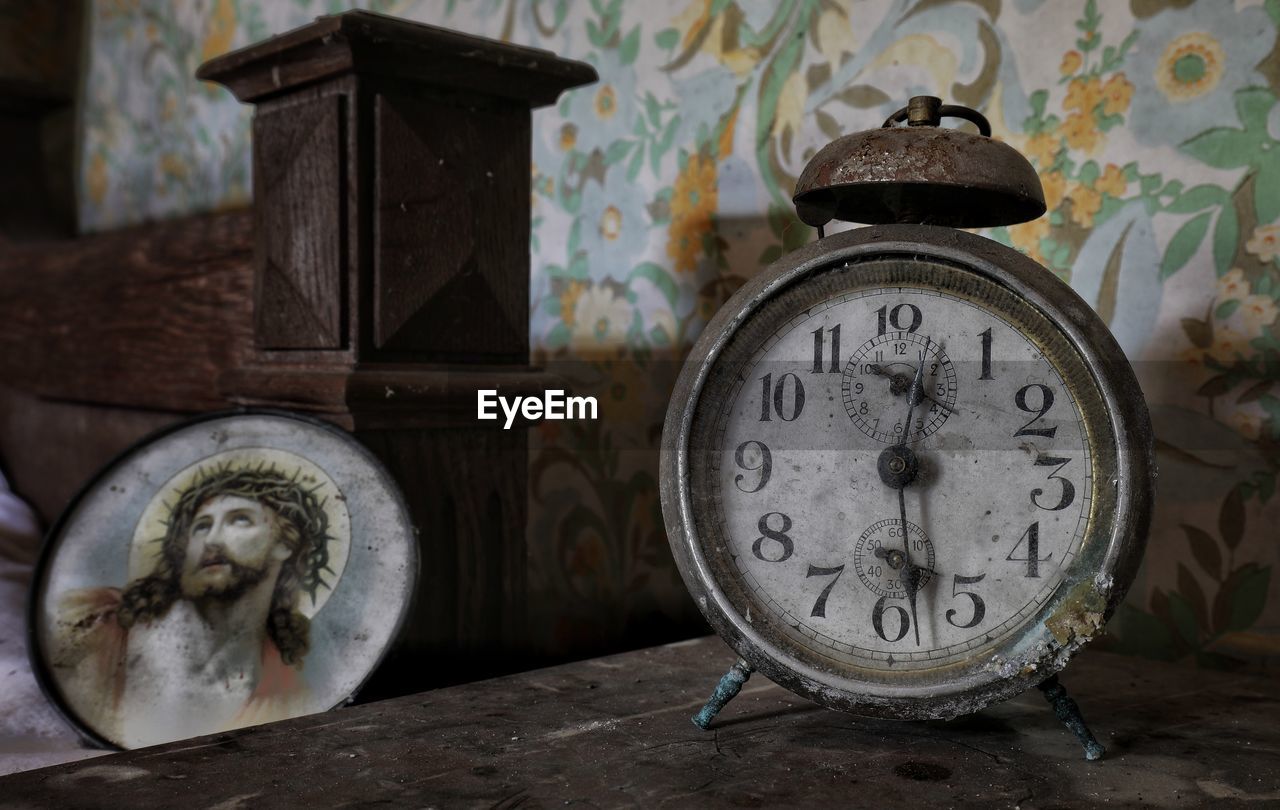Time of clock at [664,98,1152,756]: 12:28
